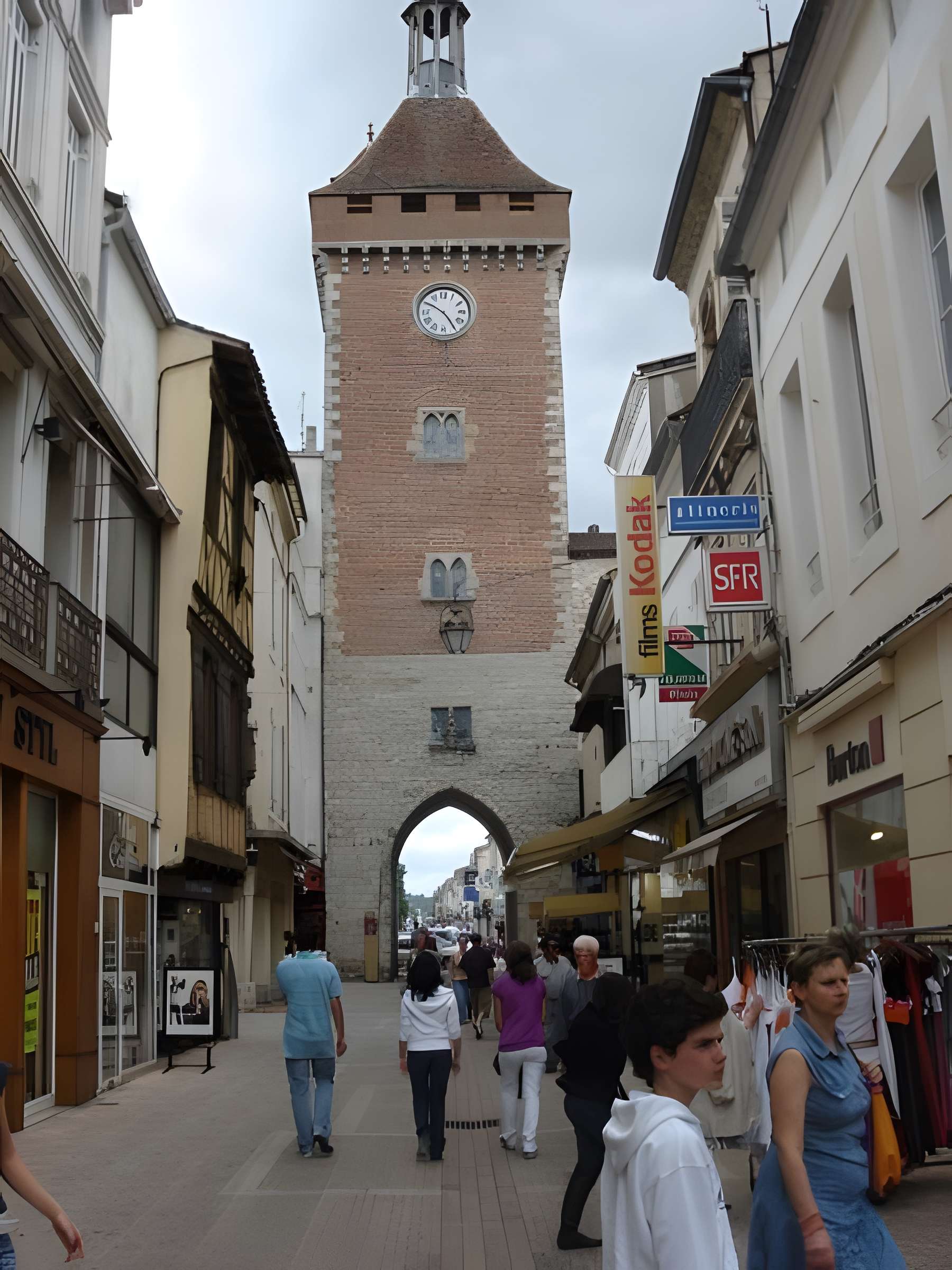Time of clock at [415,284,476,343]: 4:50
